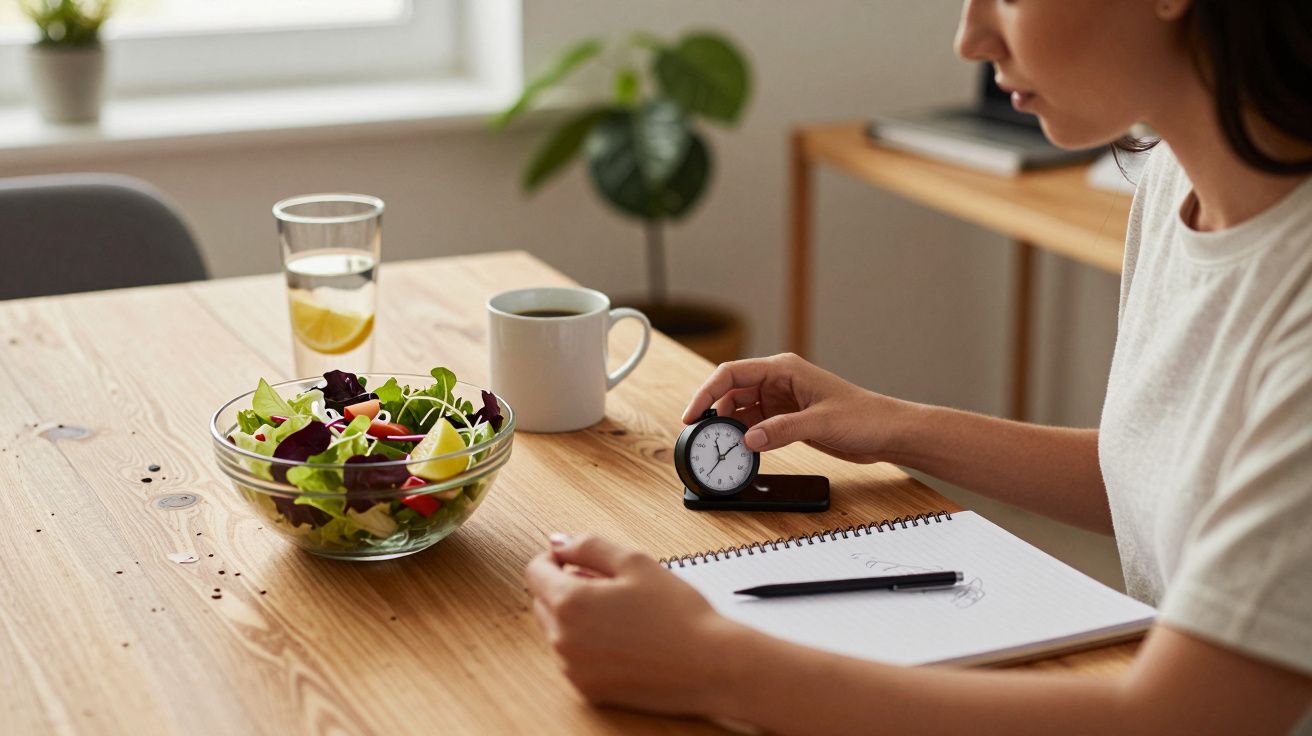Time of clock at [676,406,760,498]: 11:36
